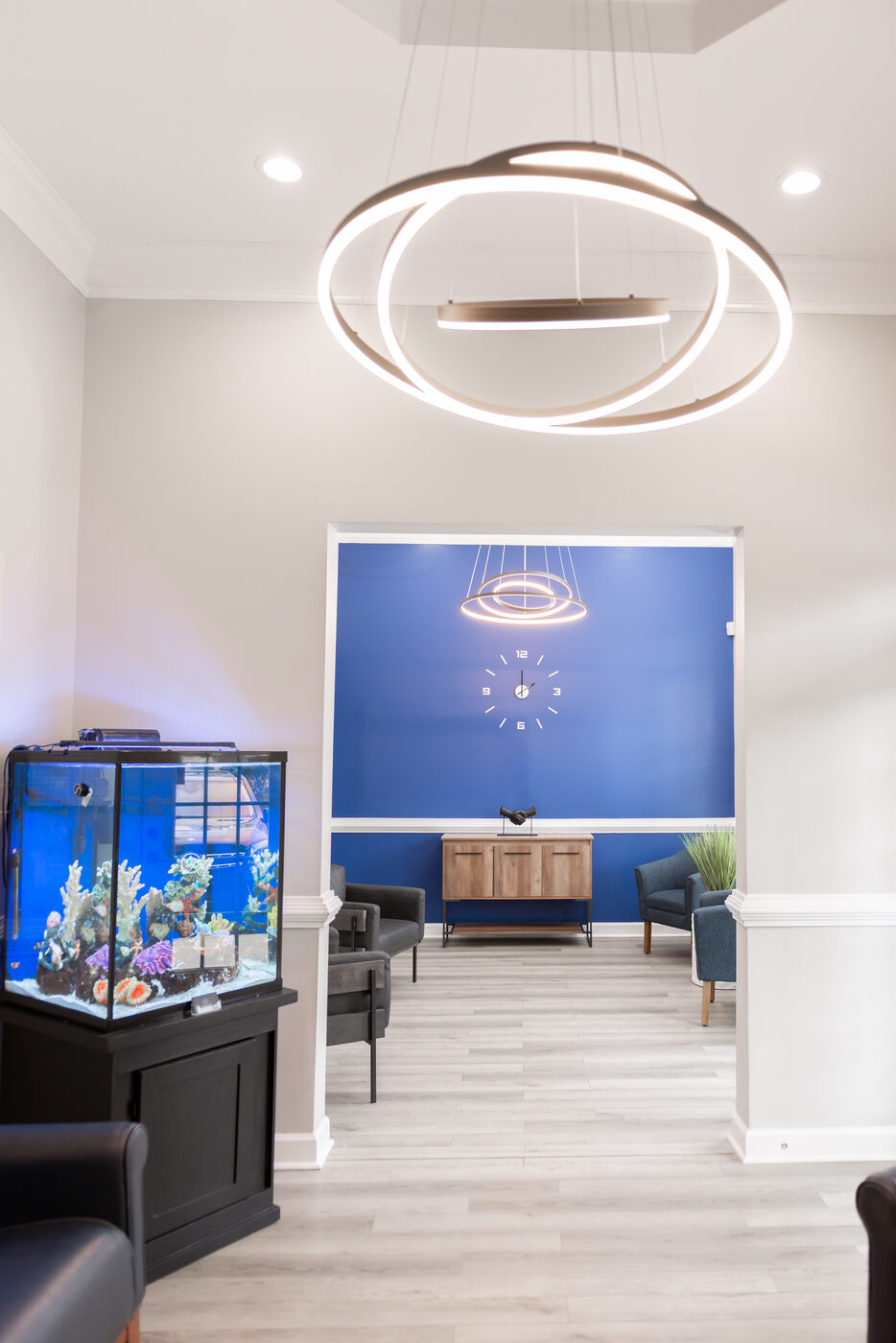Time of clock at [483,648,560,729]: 2:00
